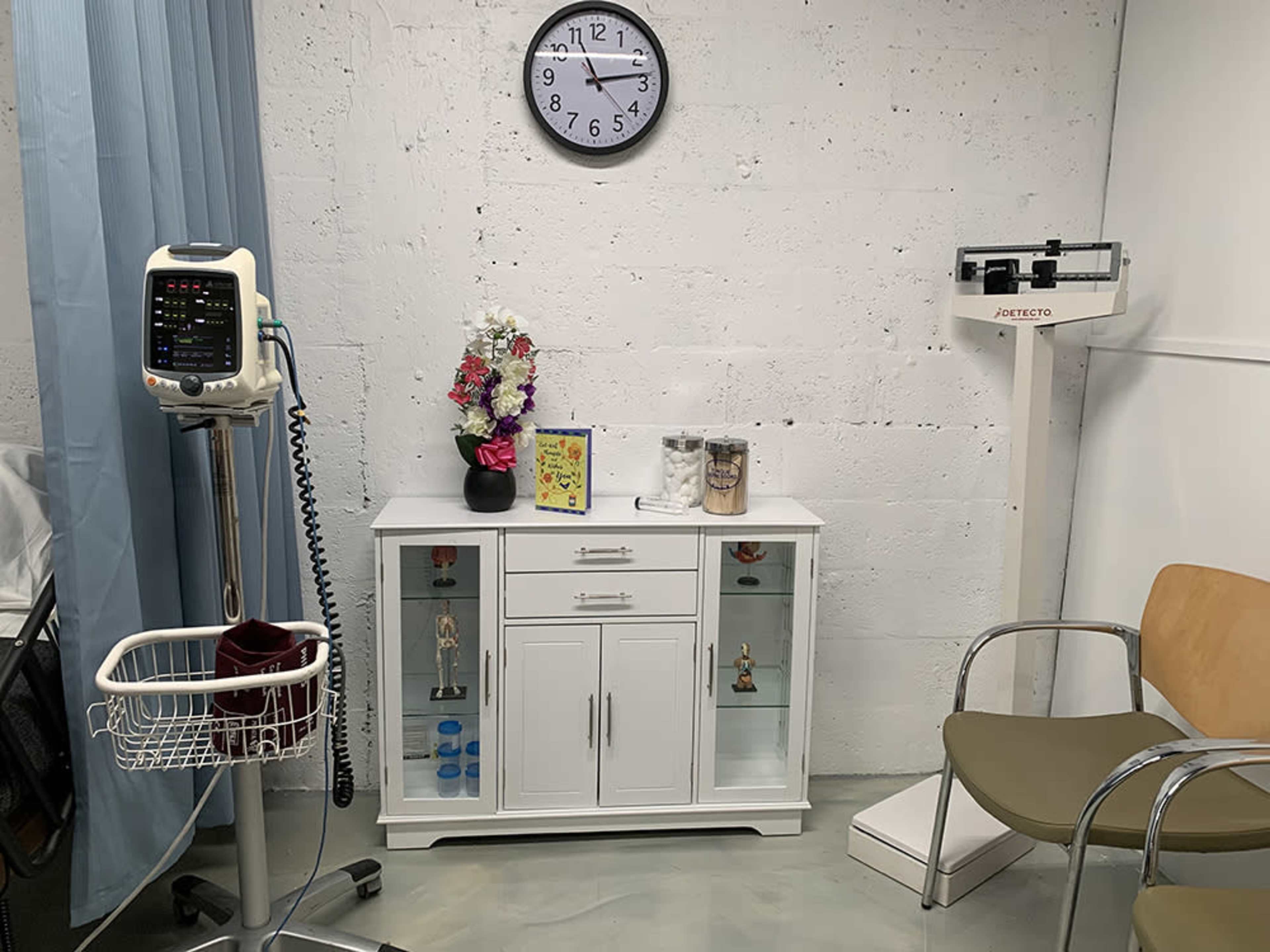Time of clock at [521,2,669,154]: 11:13
